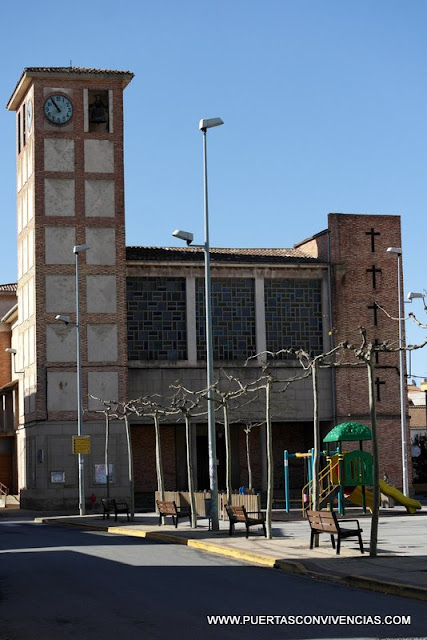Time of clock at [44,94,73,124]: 10:54
